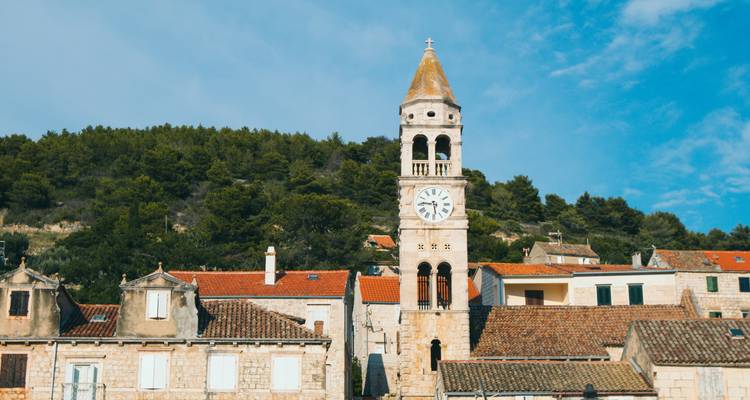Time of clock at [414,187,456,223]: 5:45
